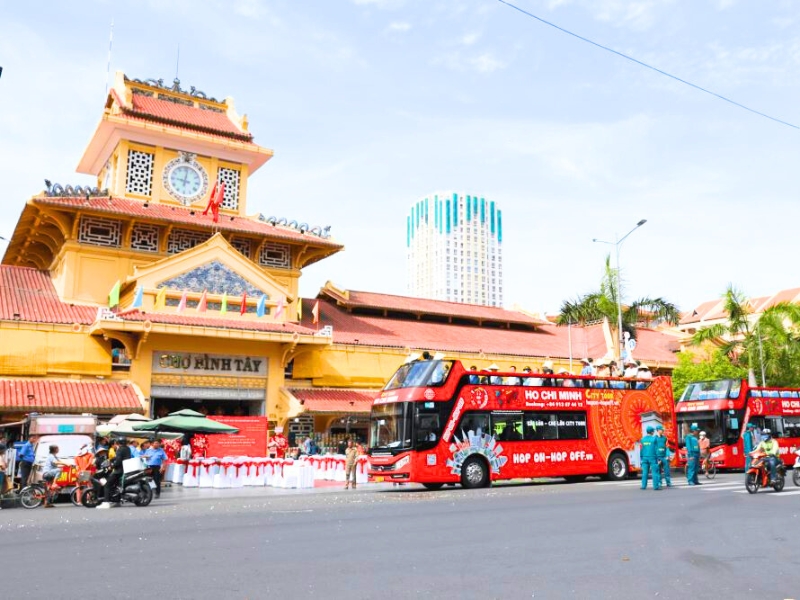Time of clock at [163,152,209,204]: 9:01
